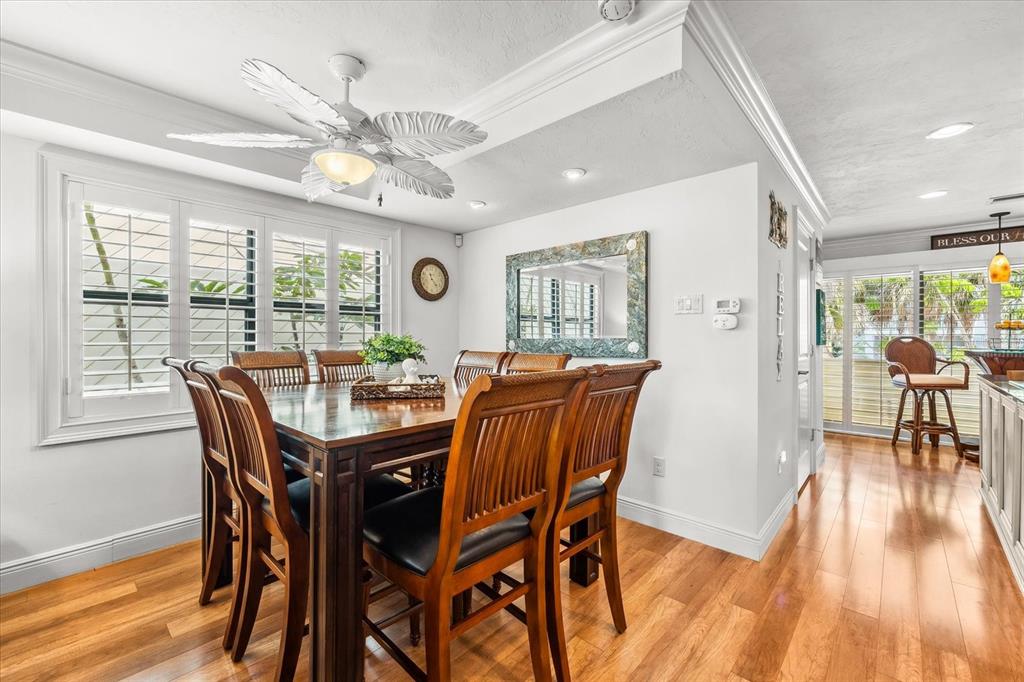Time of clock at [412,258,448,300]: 11:23
